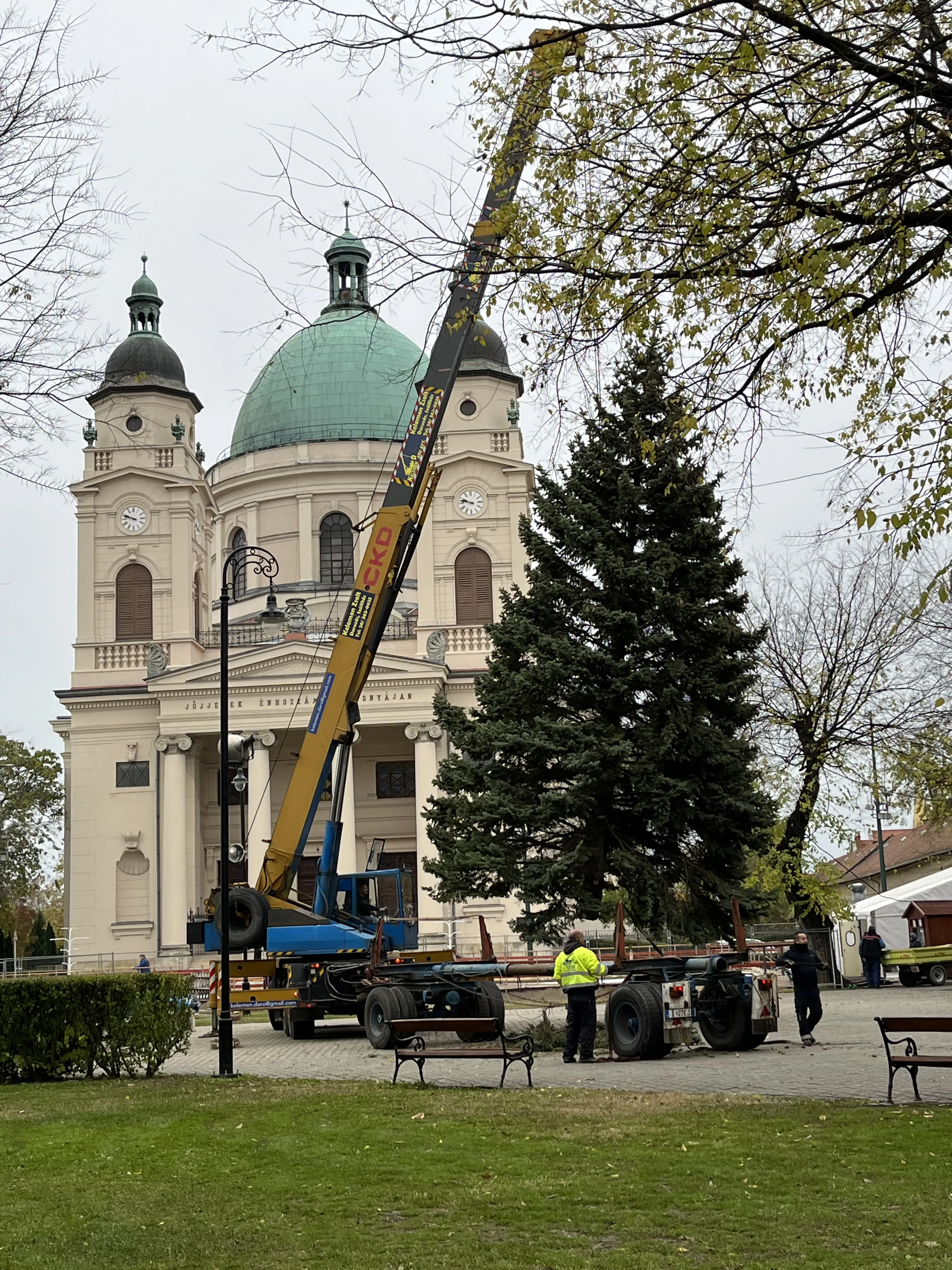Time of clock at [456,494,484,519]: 9:47
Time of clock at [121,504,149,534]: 9:47
